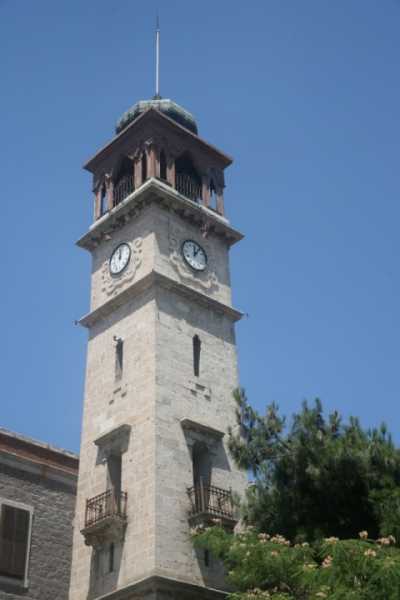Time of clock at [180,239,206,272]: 12:06
